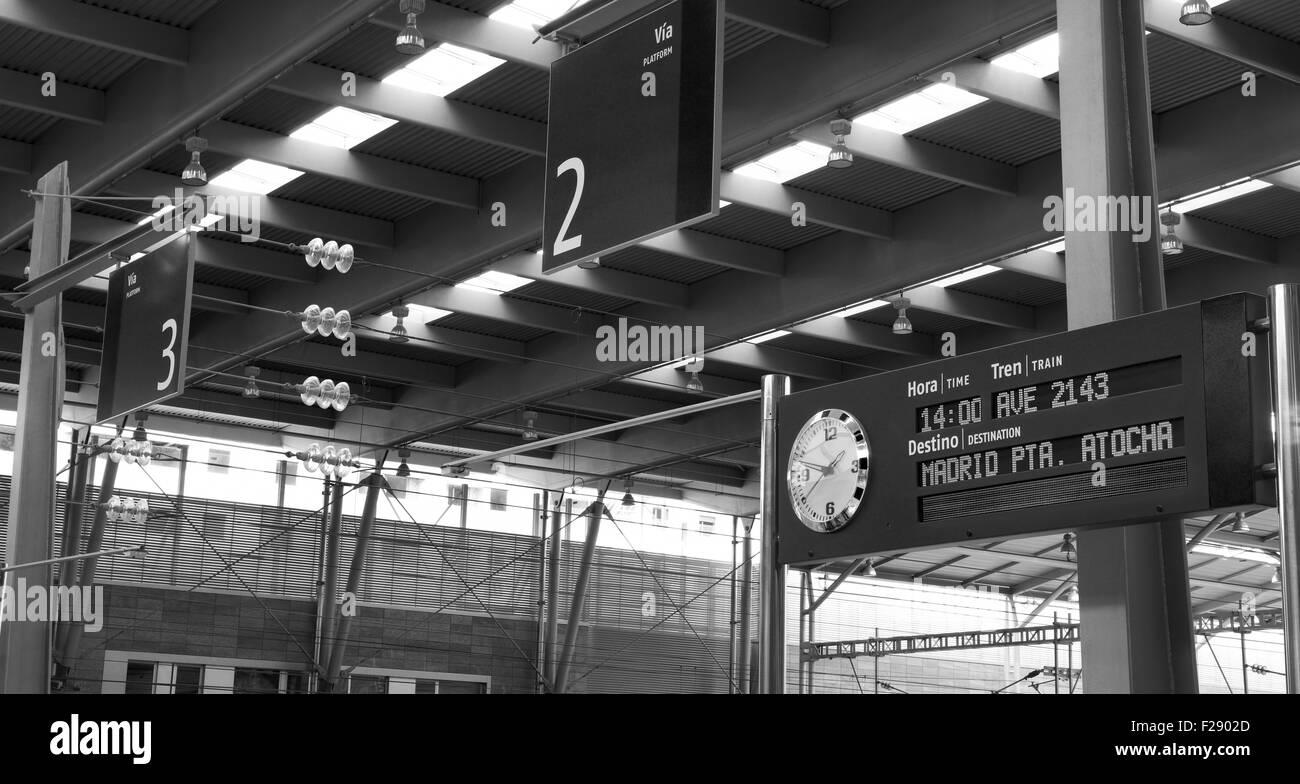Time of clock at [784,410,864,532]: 1:47
